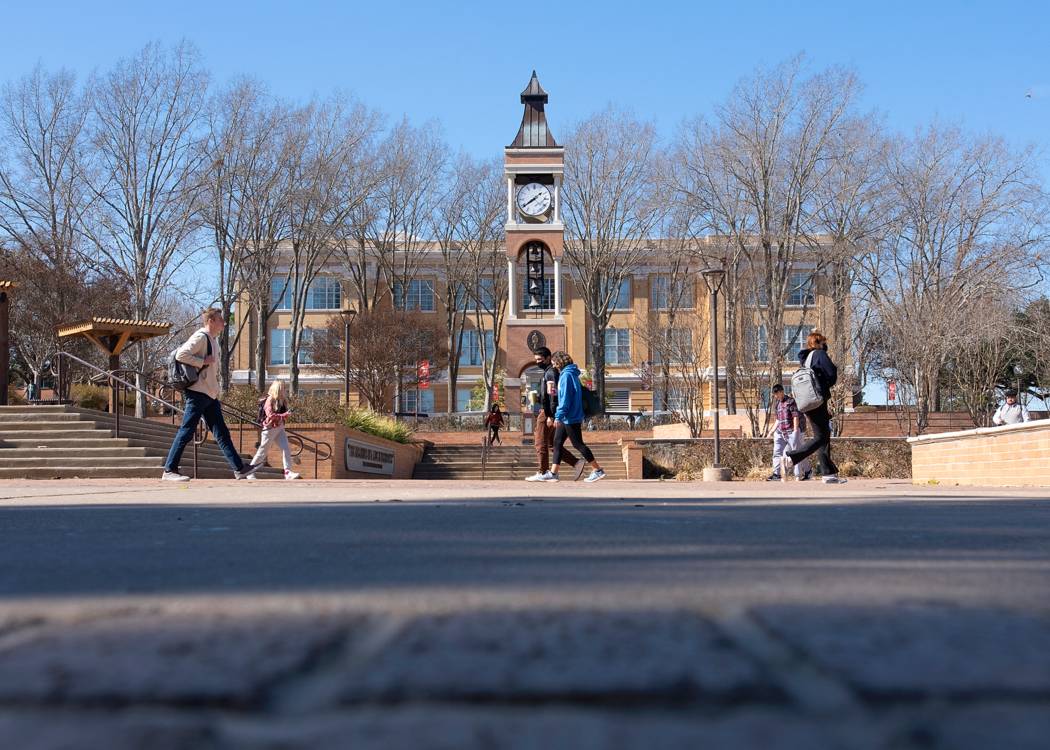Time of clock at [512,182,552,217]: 1:38
